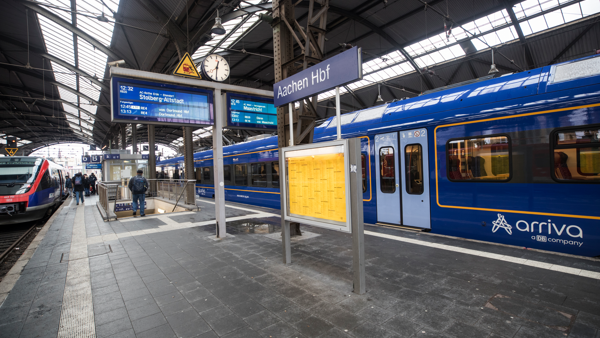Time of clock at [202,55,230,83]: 12:30
